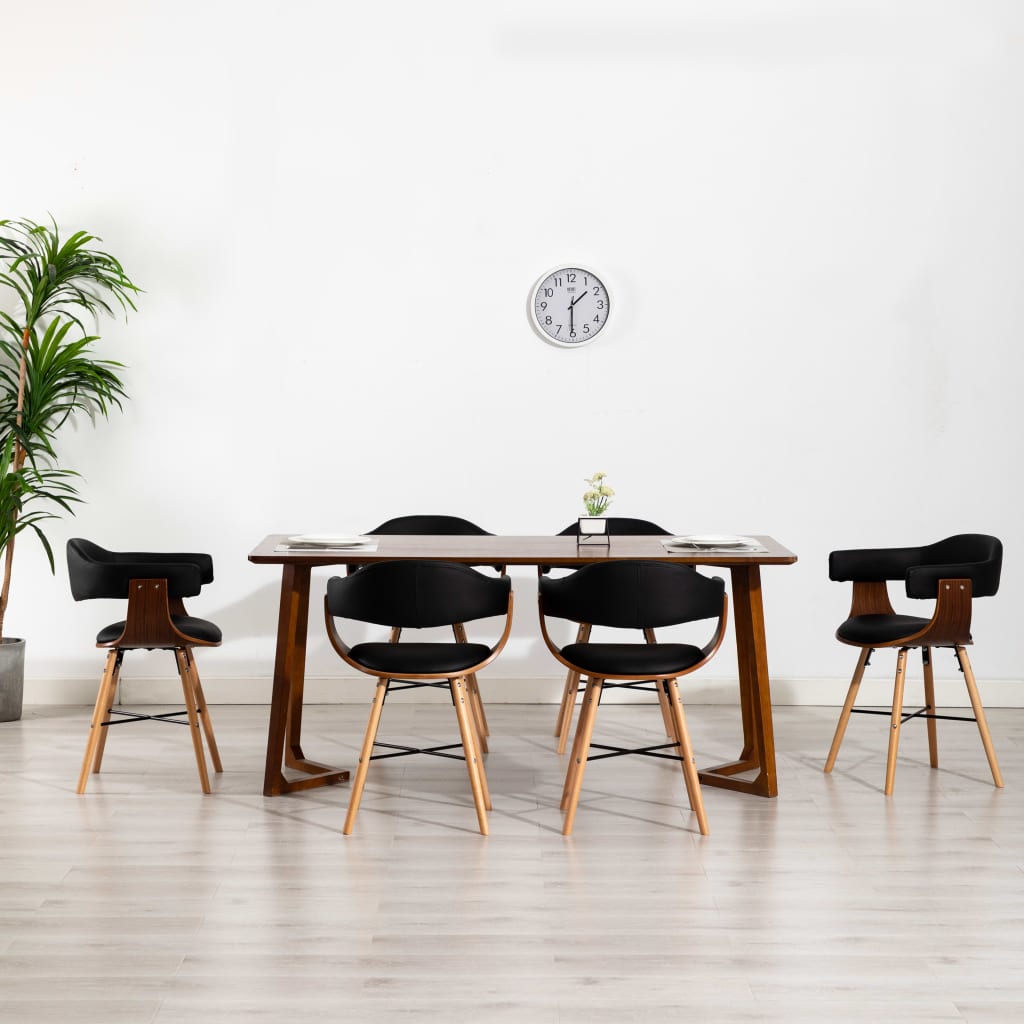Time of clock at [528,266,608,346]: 1:30
